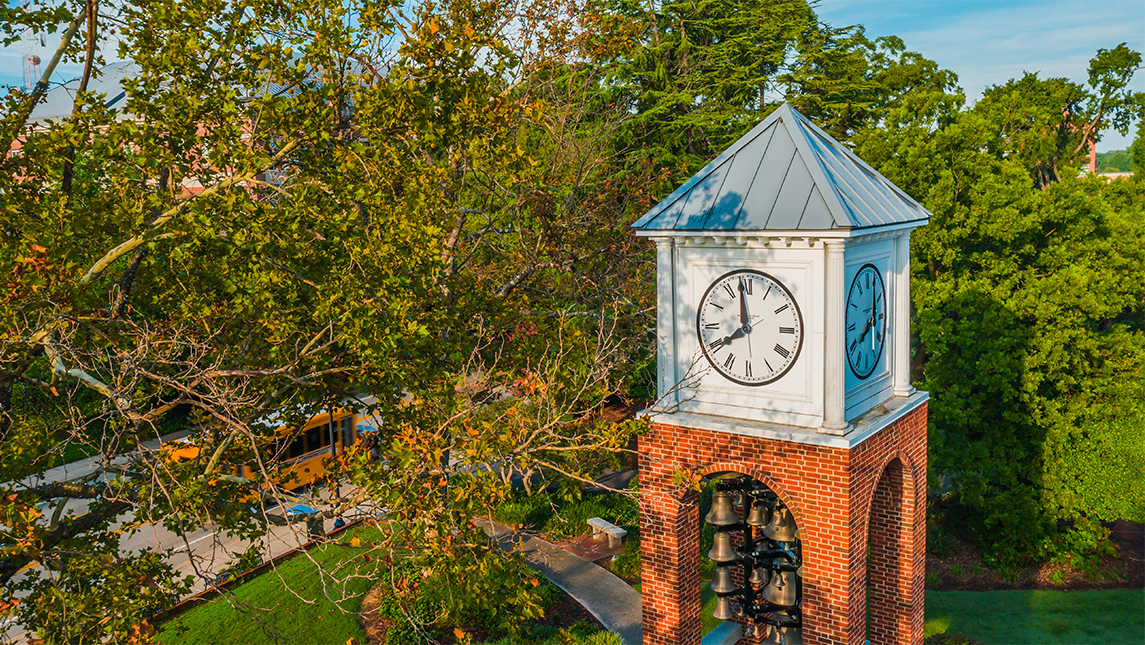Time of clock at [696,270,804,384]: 7:58
